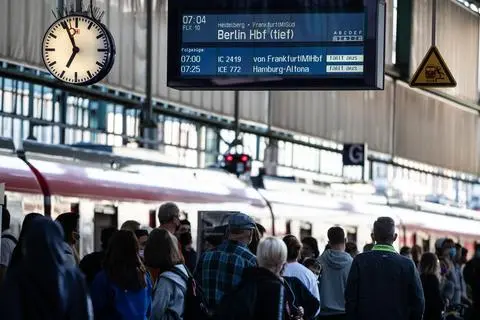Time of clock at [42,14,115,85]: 6:56
